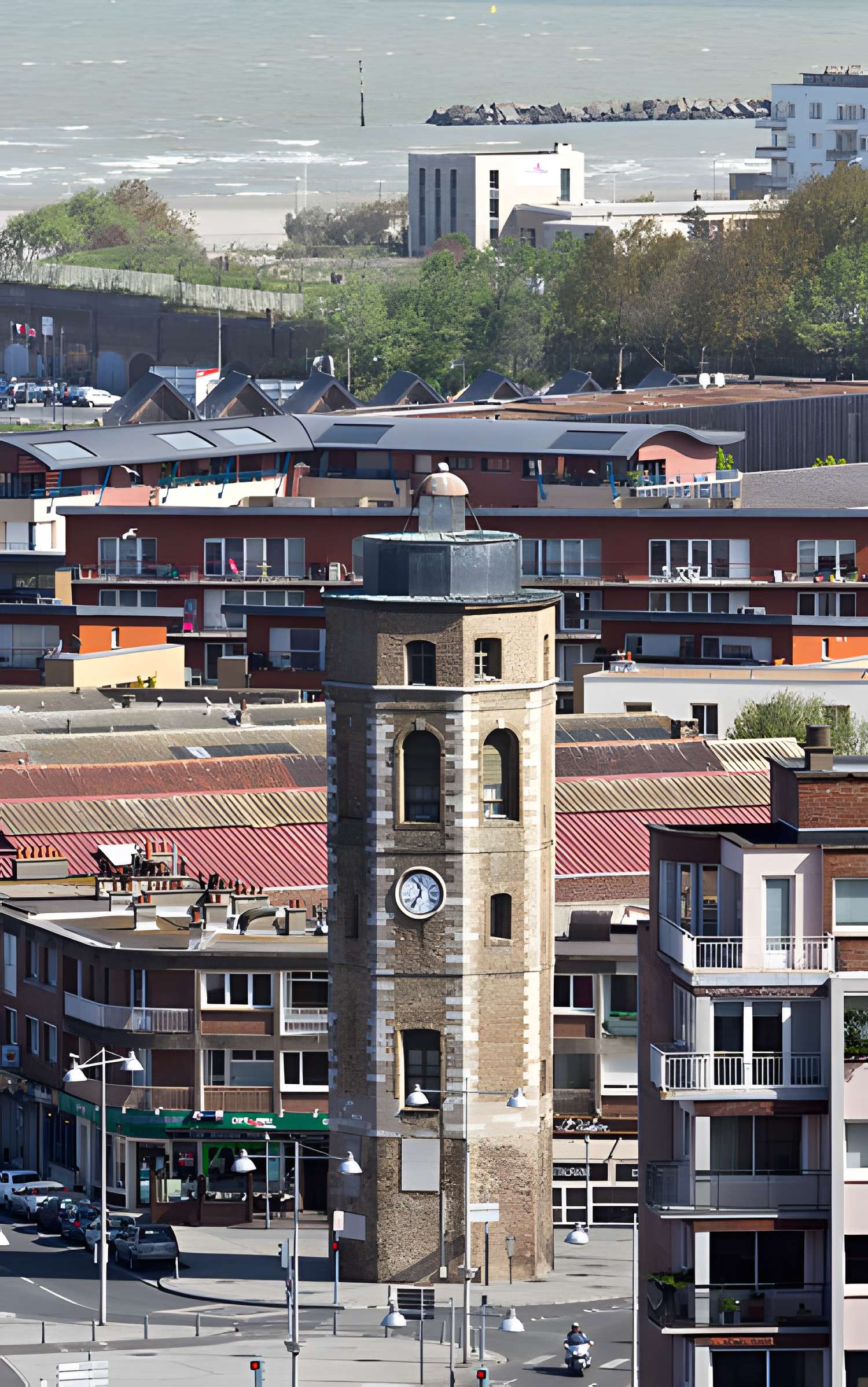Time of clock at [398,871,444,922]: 11:35
